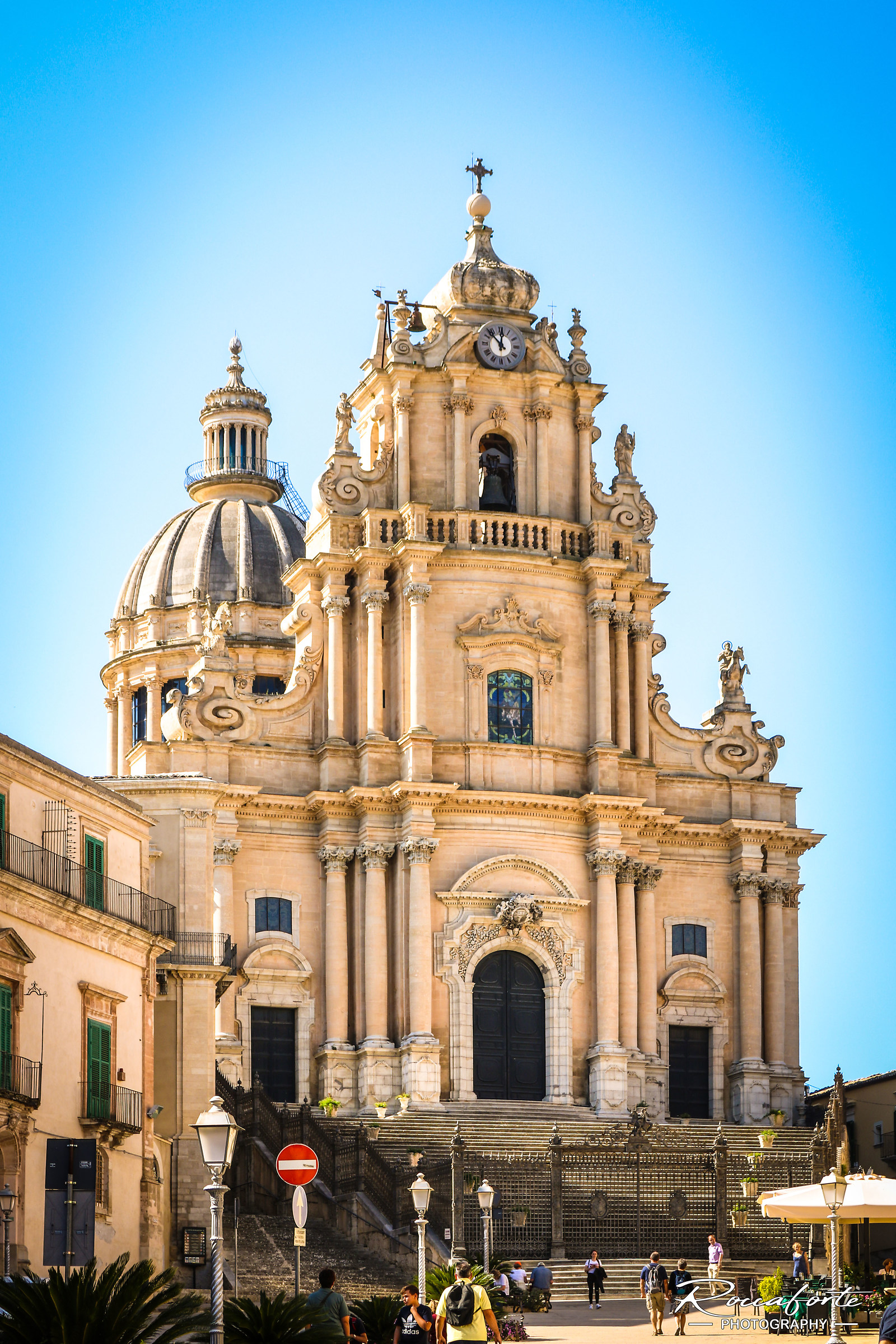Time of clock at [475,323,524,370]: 11:52
